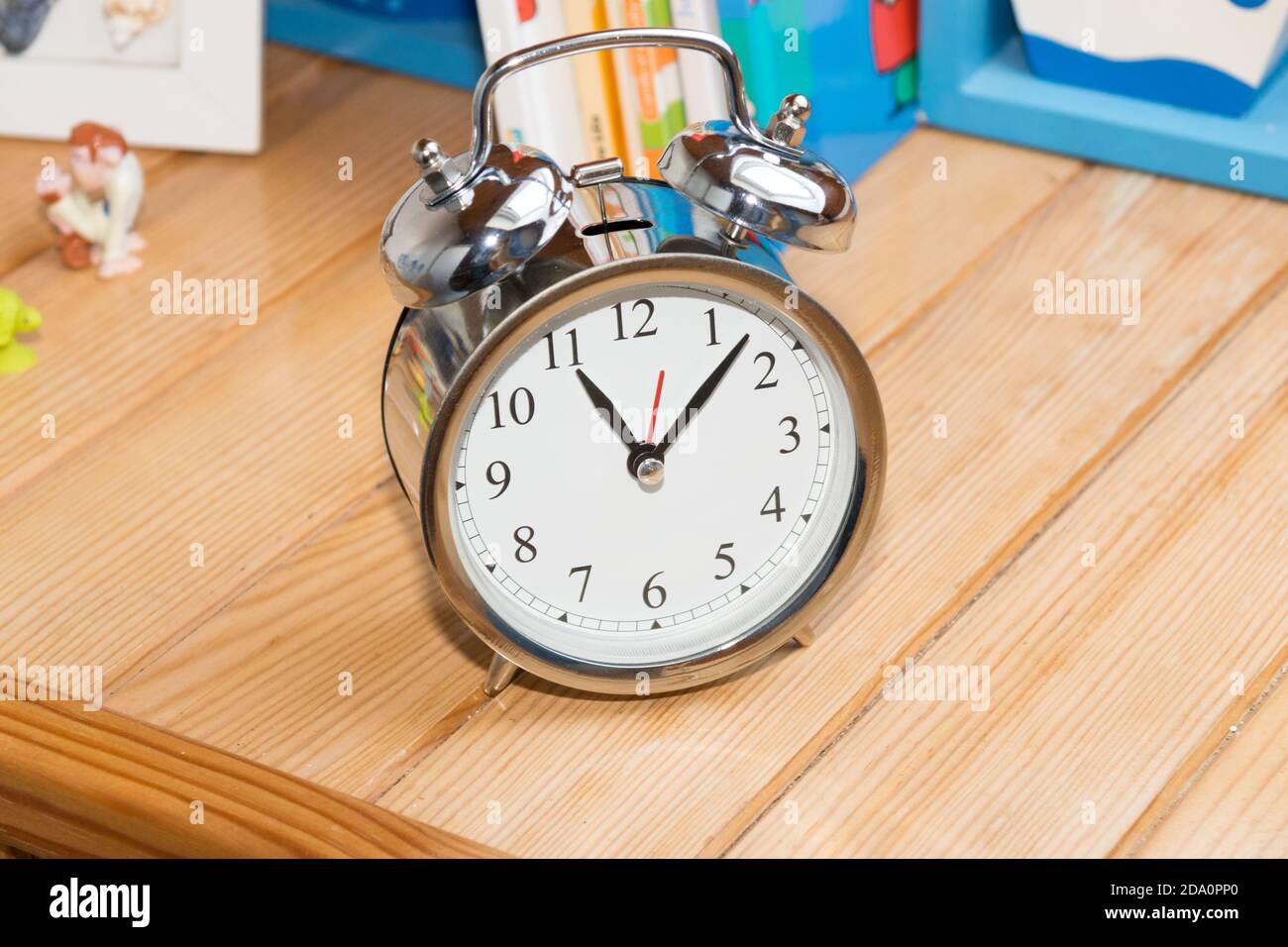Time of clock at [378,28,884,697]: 11:07
